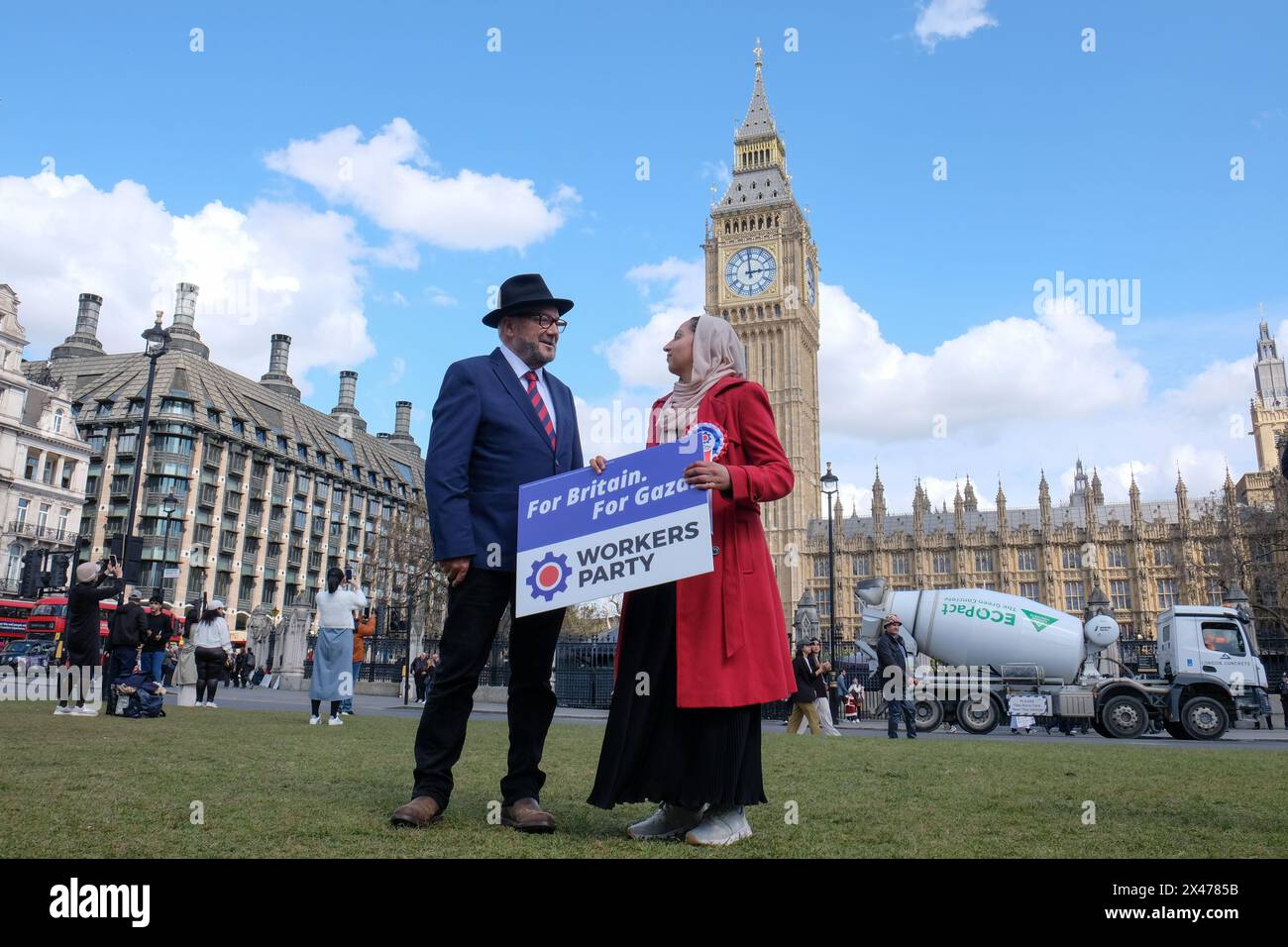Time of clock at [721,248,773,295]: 2:59
